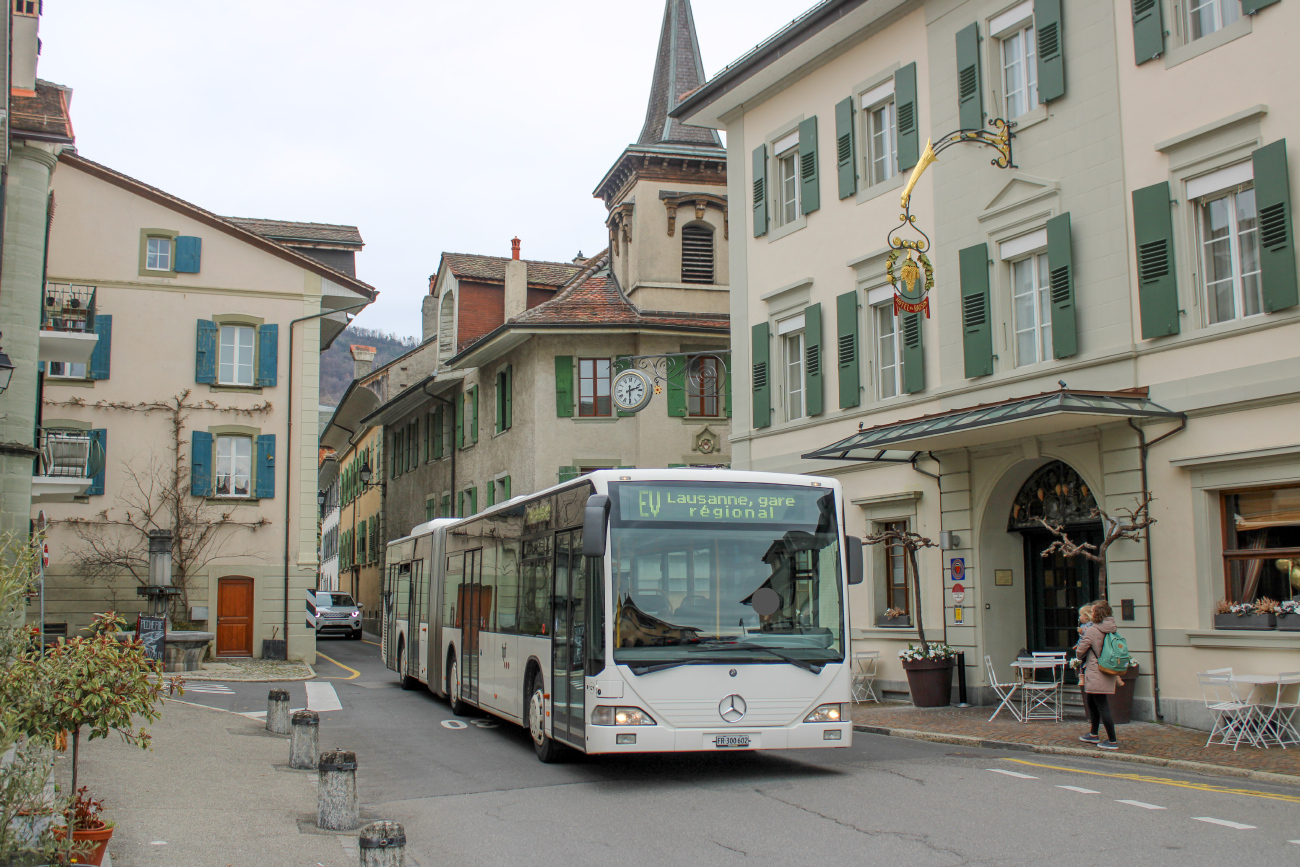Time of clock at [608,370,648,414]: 2:30
